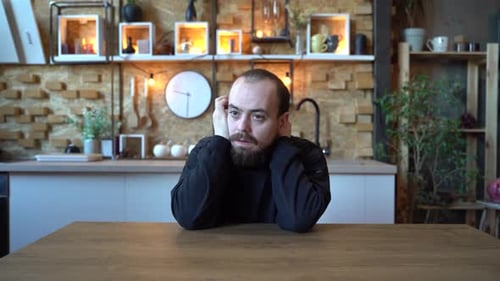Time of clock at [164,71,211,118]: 9:30
